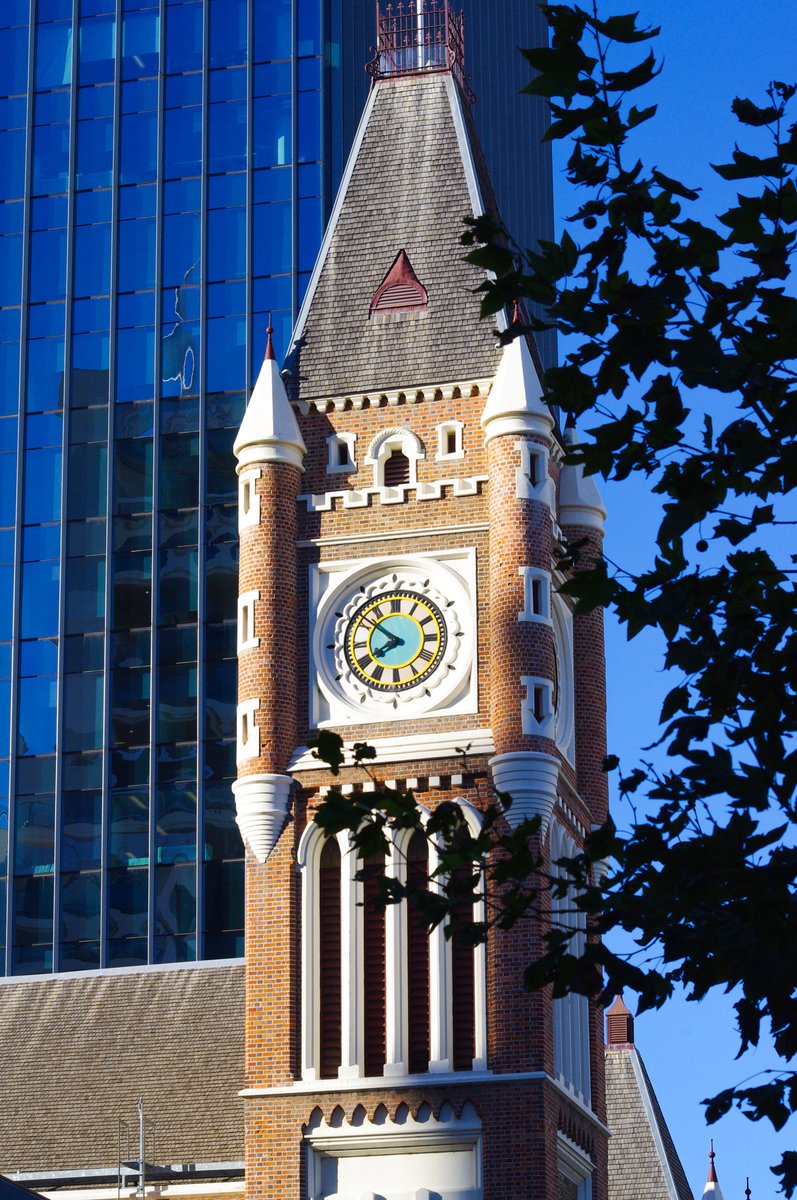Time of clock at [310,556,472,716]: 7:51
